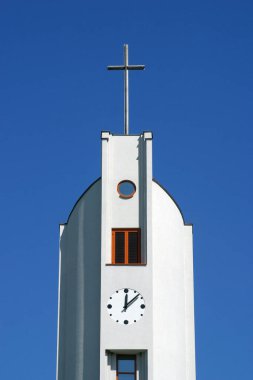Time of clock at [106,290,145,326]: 12:07
